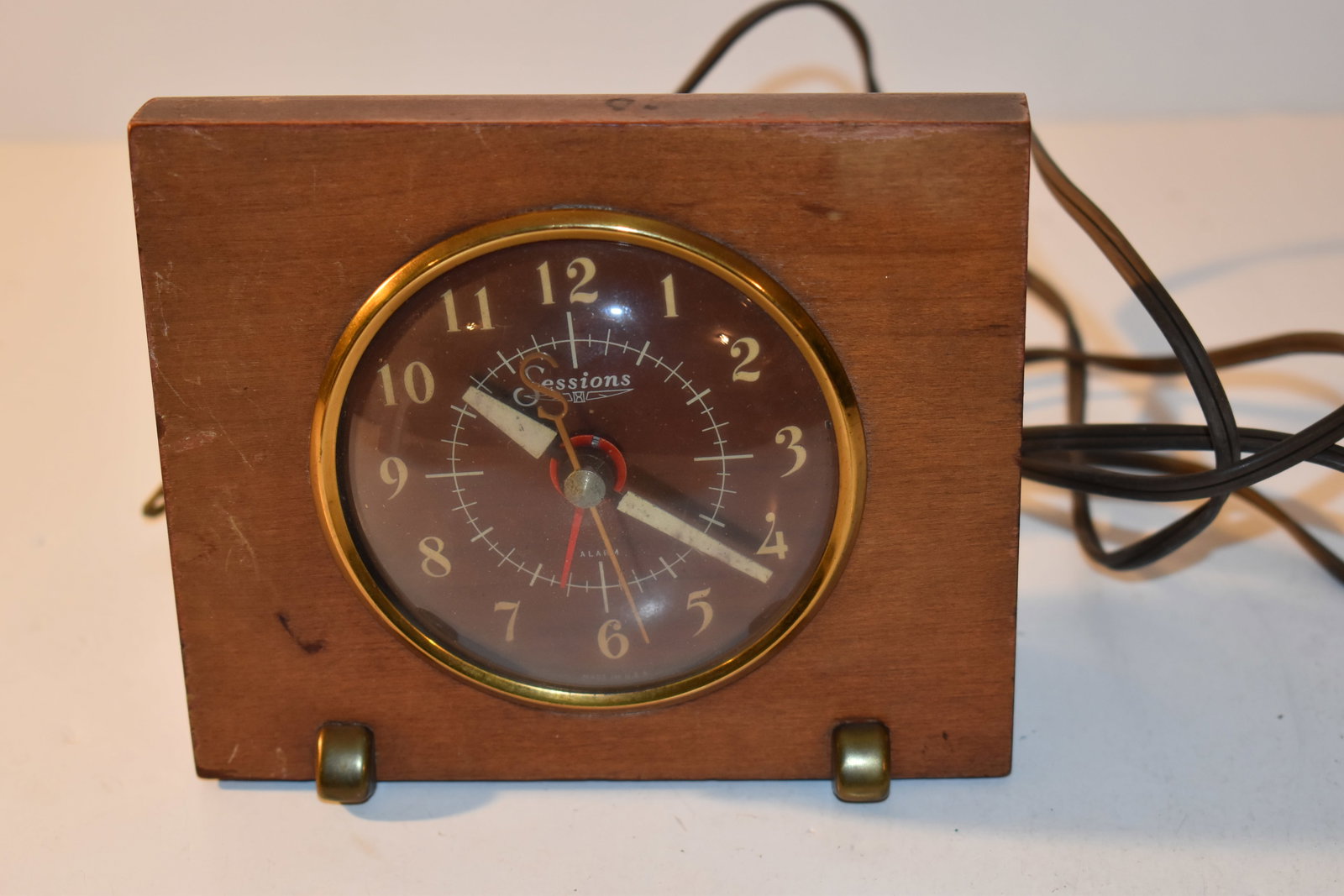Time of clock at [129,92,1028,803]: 10:21
